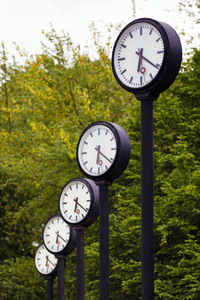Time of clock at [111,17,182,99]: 6:20
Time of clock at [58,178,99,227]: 6:21
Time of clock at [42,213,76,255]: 6:21
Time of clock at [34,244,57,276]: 6:21
